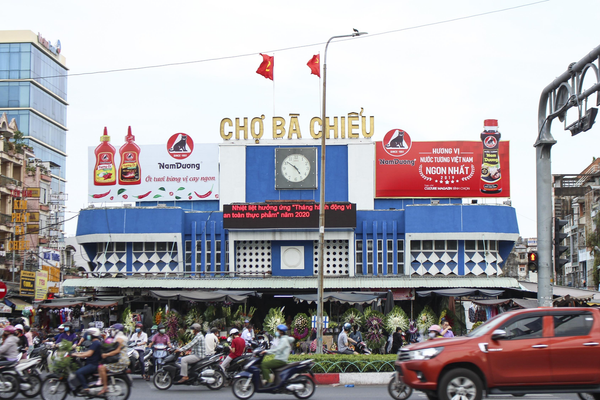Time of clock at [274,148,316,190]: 4:51
